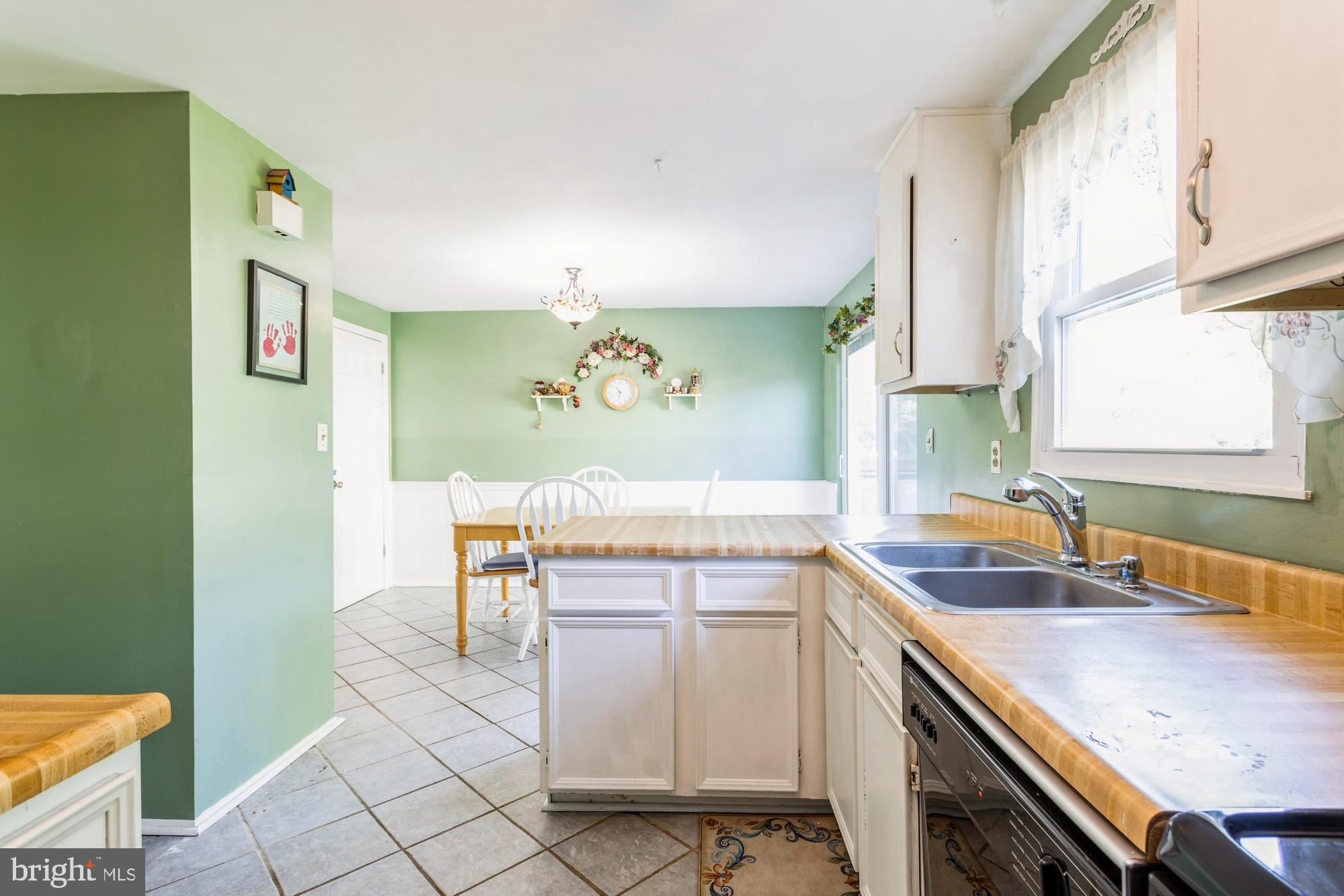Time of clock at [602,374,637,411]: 10:32
